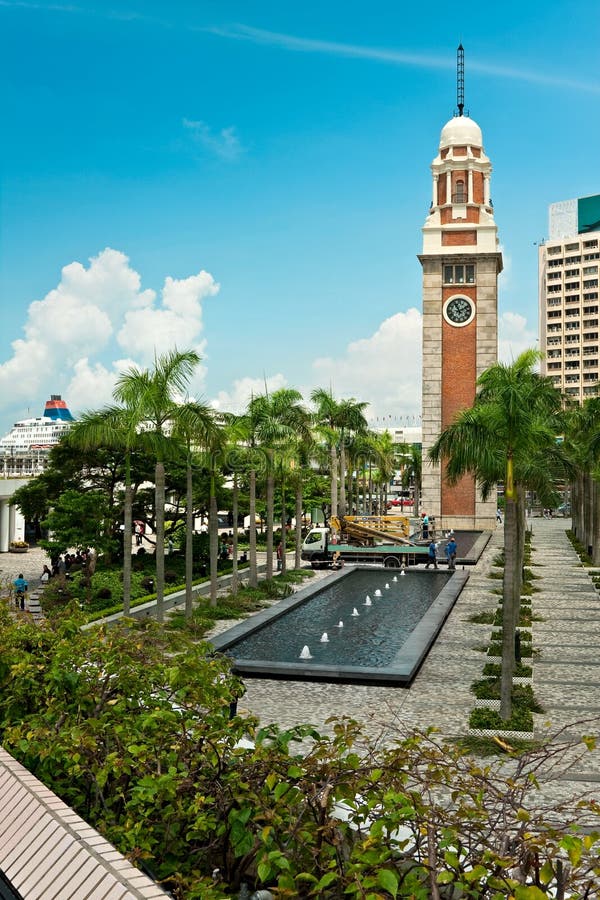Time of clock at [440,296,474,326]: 11:10
